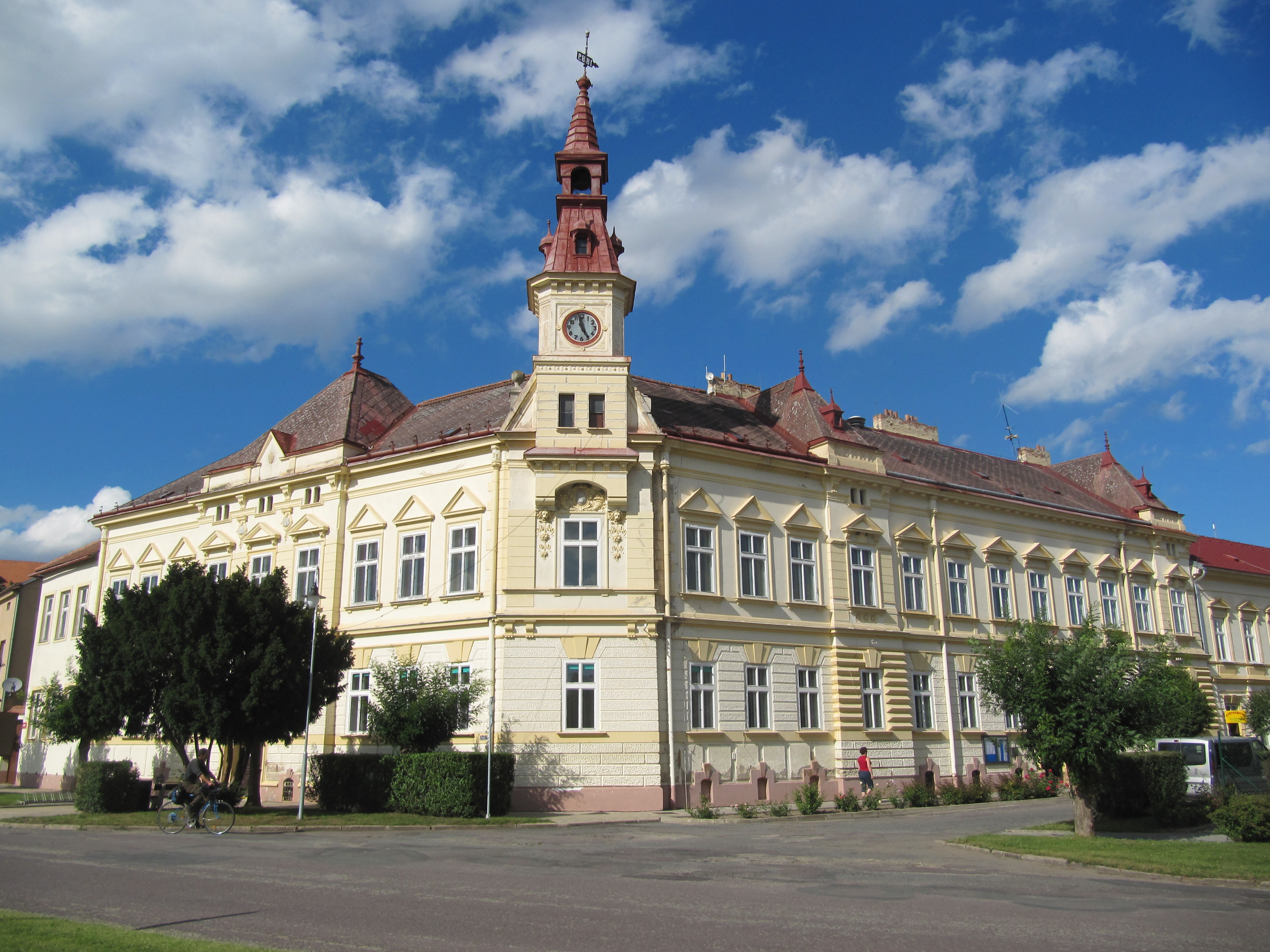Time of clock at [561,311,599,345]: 4:57
